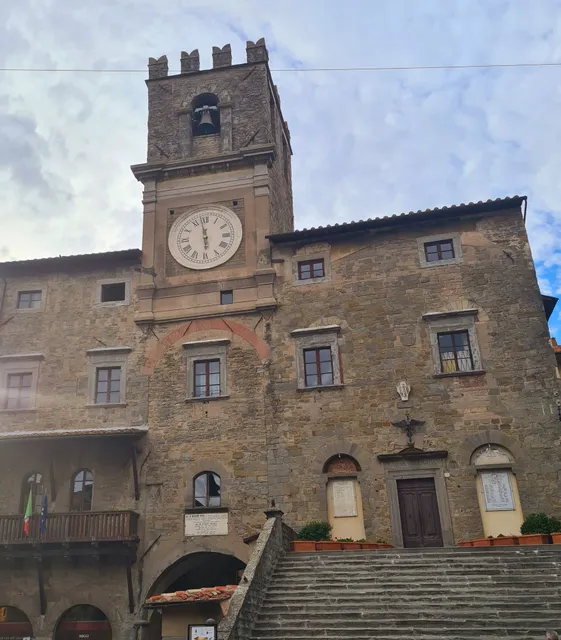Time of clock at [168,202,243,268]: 5:58
